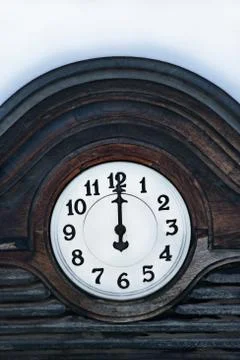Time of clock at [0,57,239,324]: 12:00
